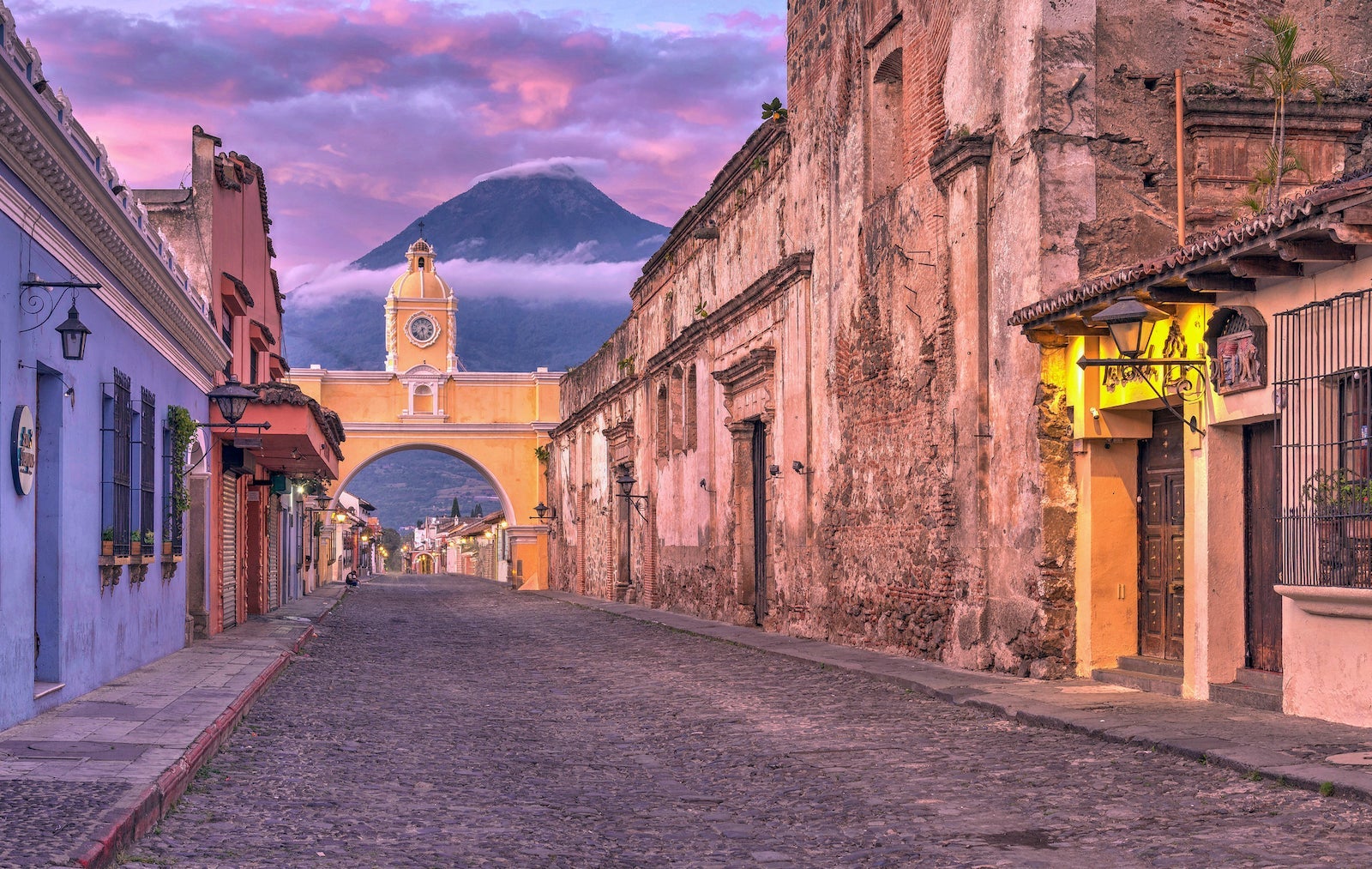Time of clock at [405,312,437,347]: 7:28
